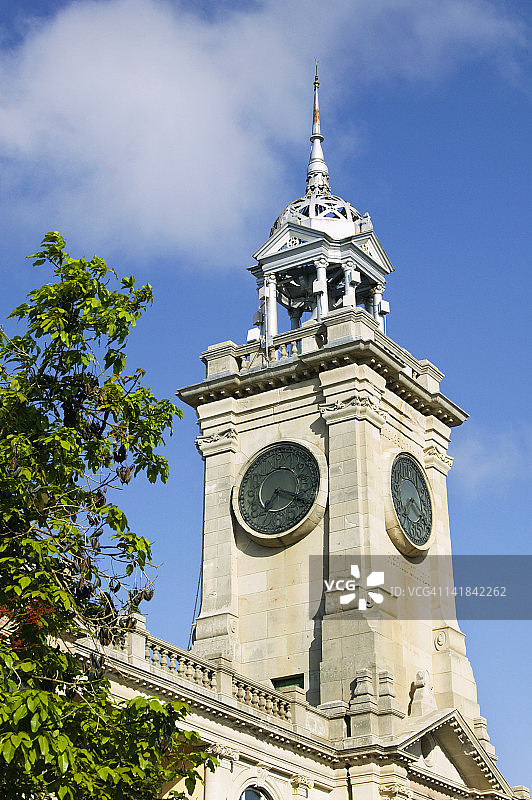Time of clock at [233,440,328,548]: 7:18
